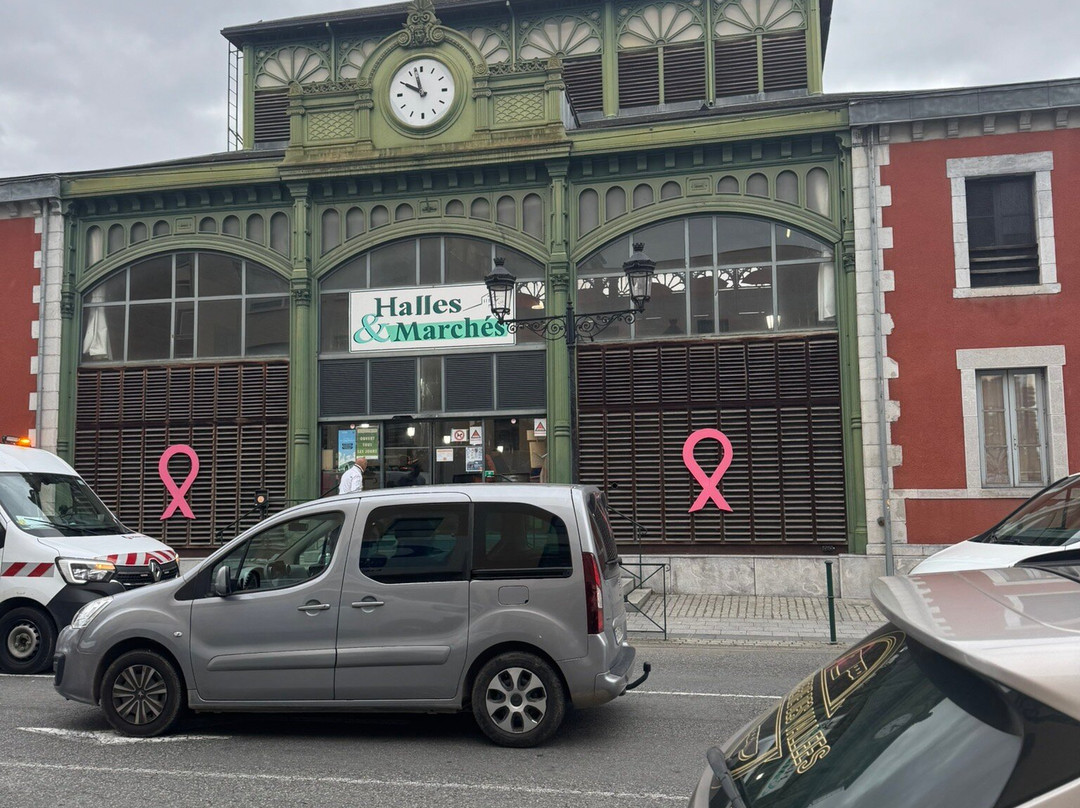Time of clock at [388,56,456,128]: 9:57
